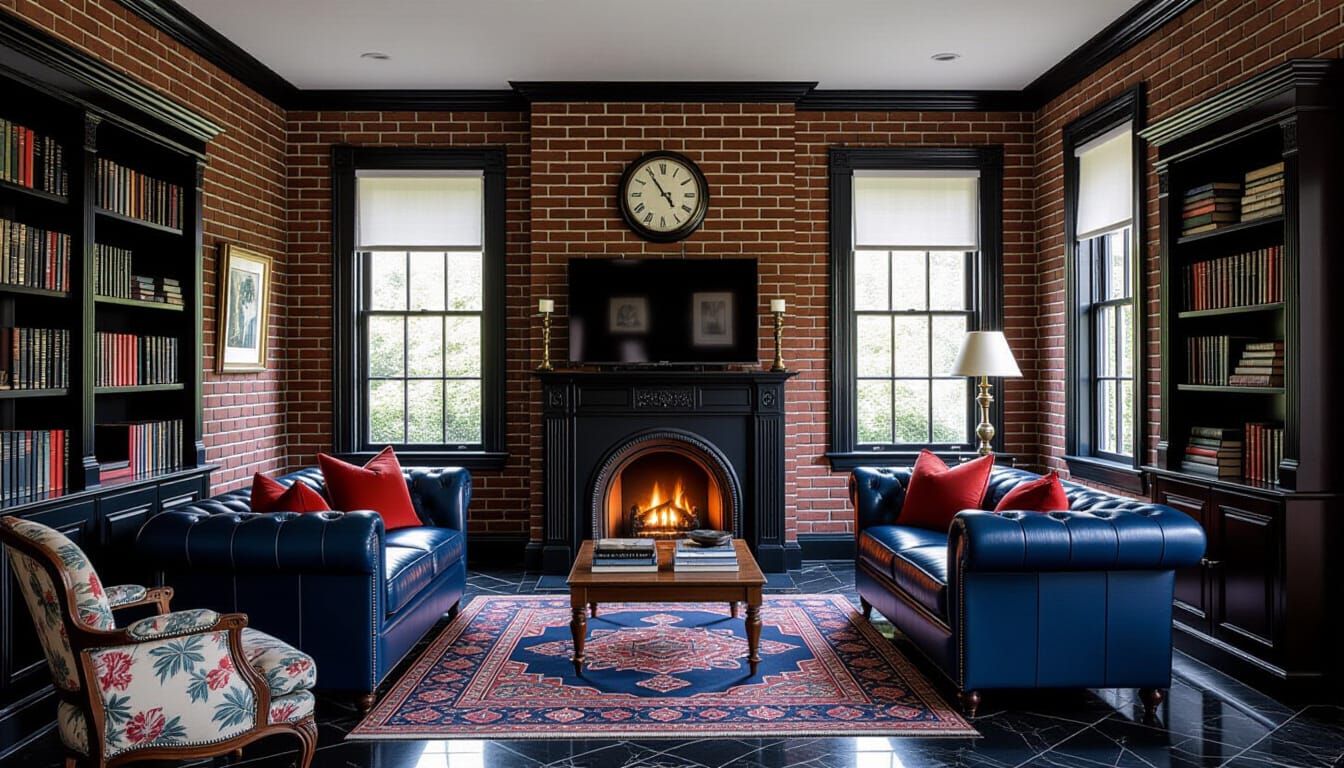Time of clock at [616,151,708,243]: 4:54
